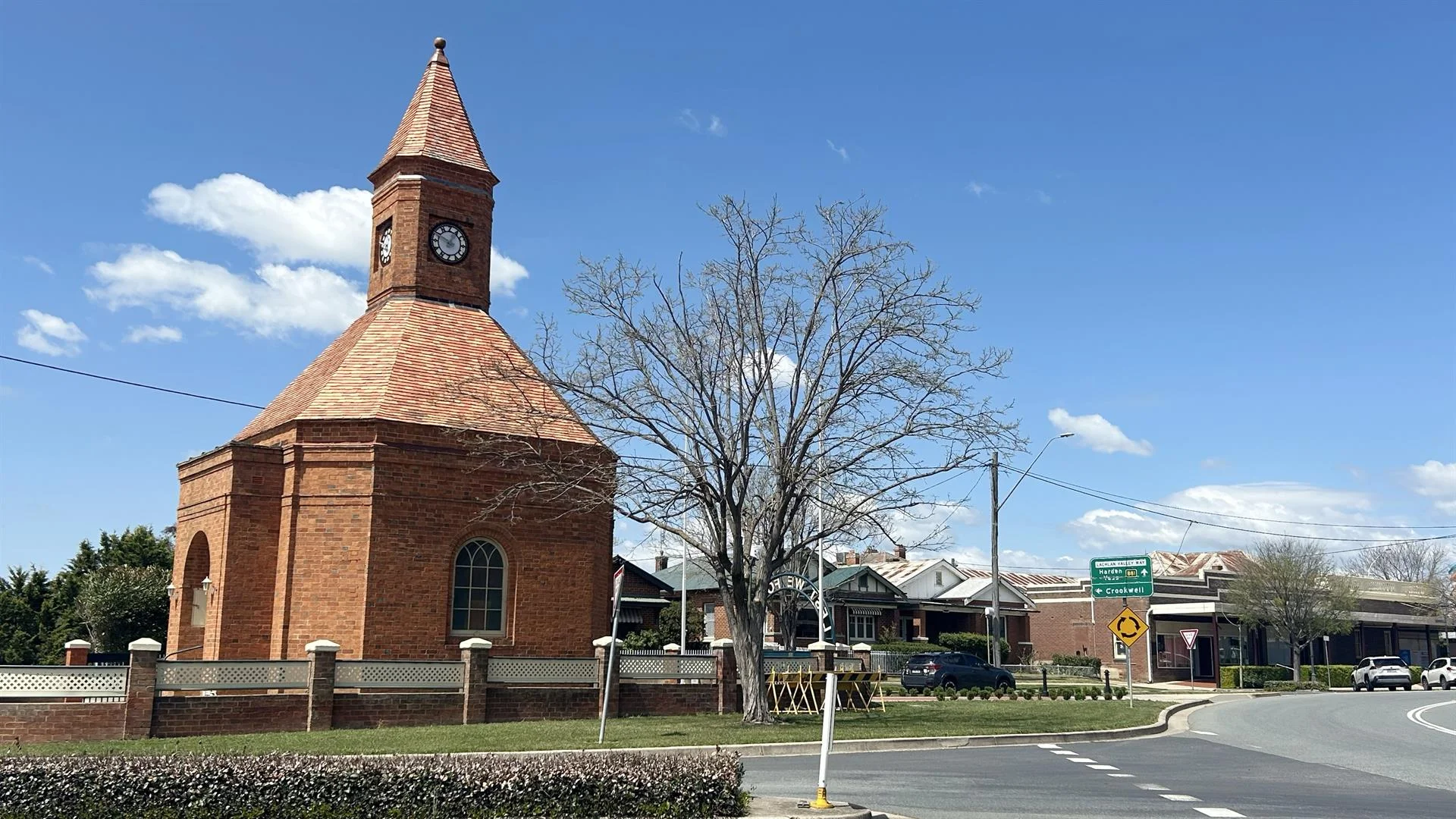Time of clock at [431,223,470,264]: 12:49
